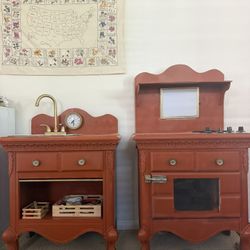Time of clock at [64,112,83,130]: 7:28
